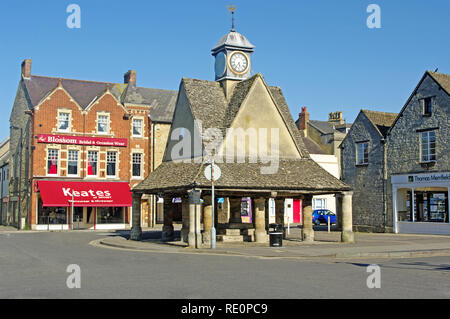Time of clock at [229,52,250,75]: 5:36
